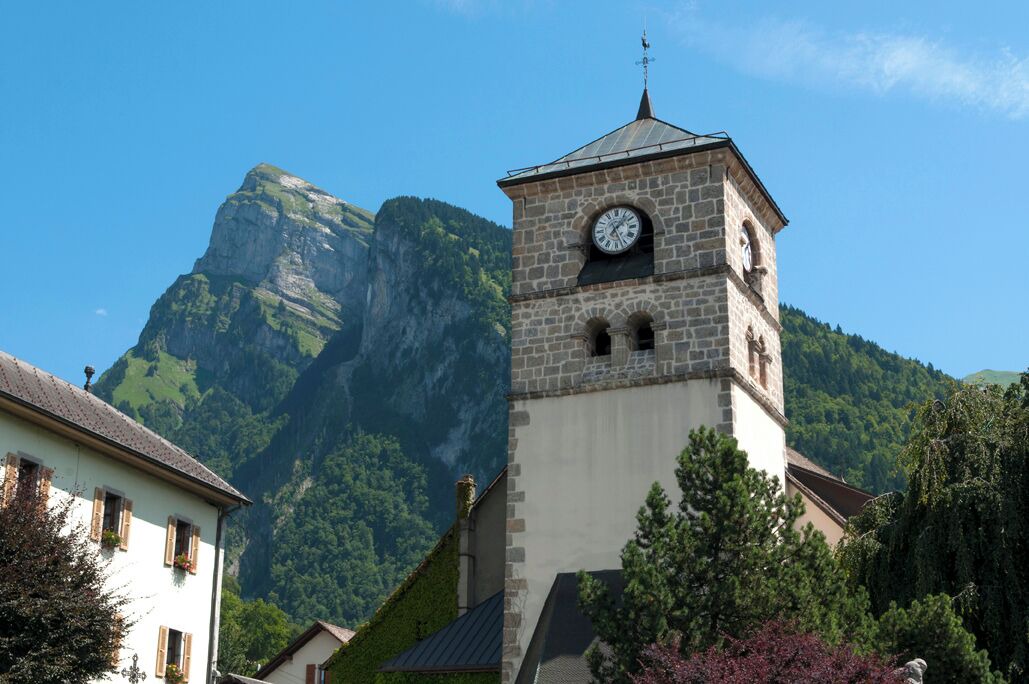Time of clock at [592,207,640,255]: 1:26
